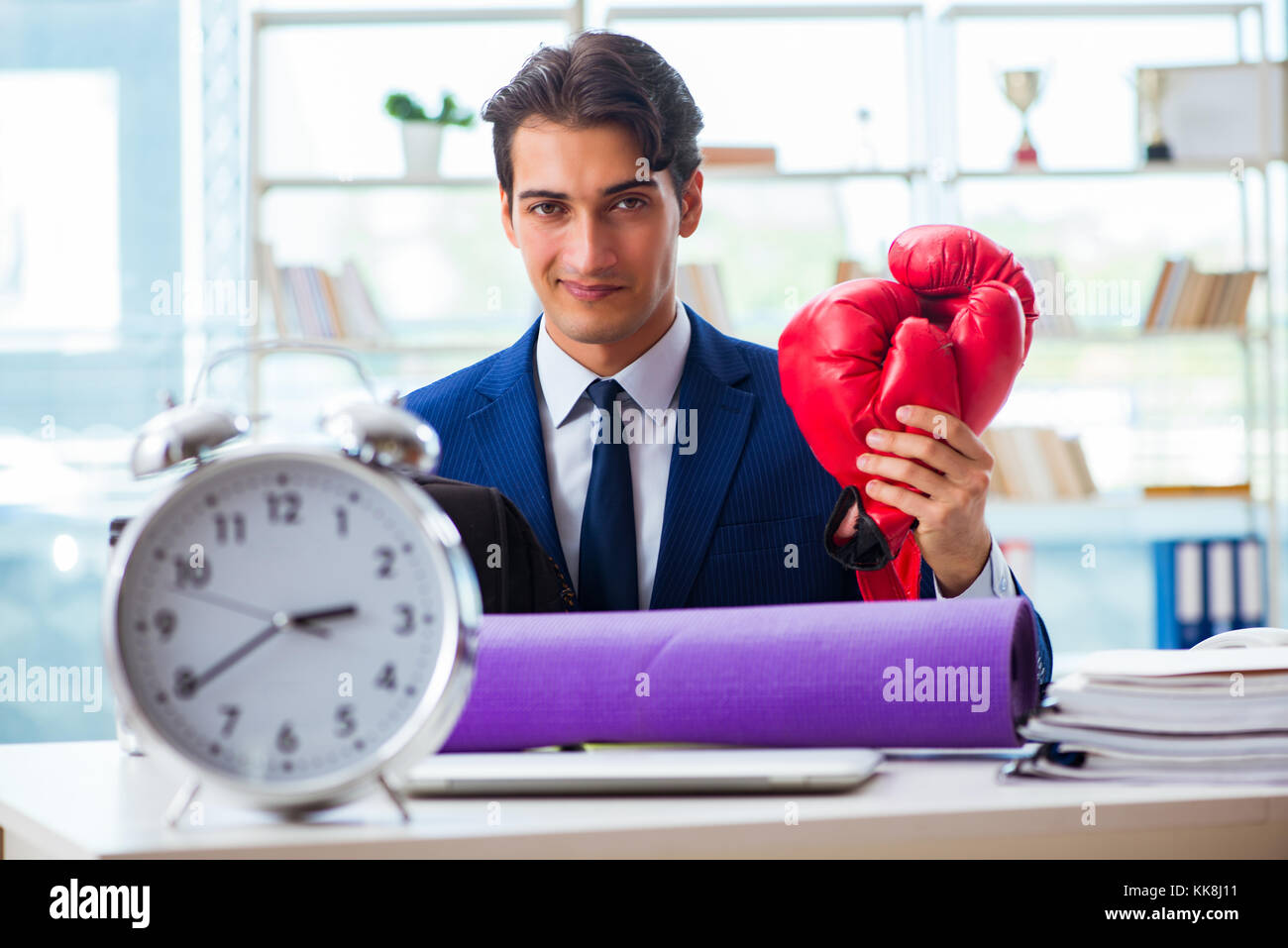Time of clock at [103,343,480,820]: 2:39
